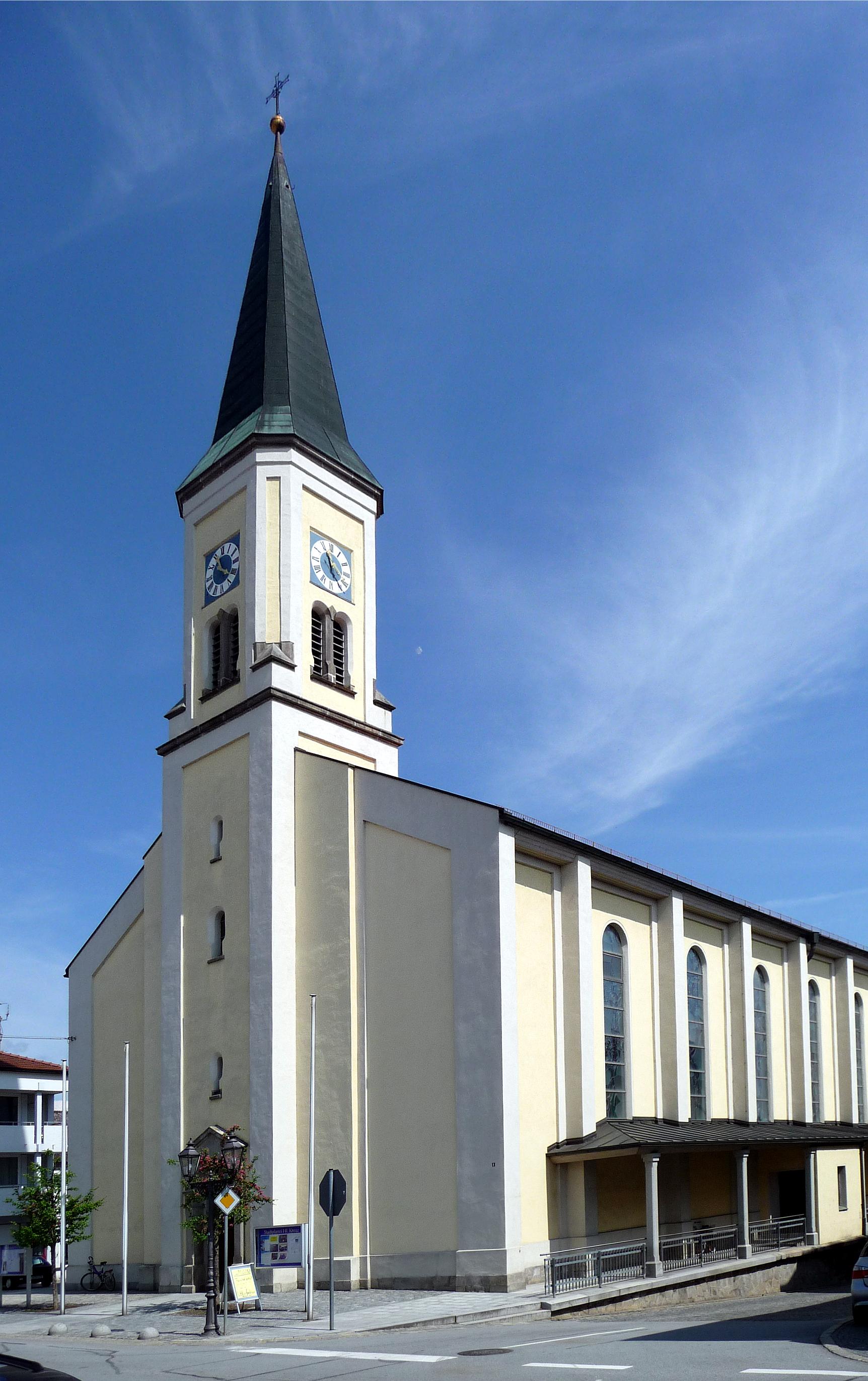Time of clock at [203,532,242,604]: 11:21
